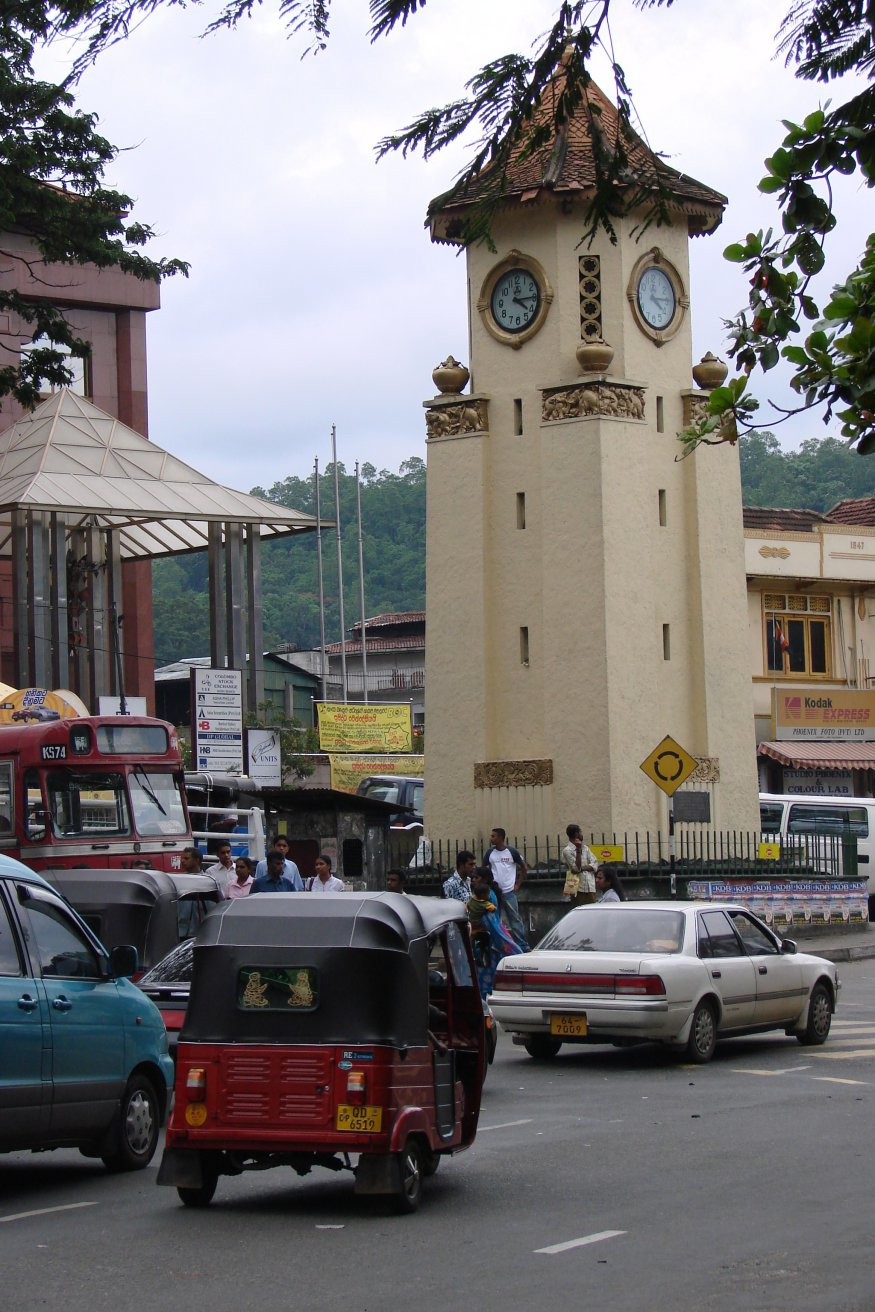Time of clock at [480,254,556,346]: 4:14
